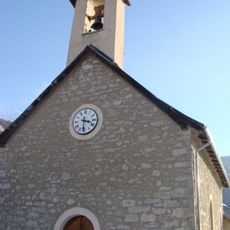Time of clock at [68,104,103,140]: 3:30
